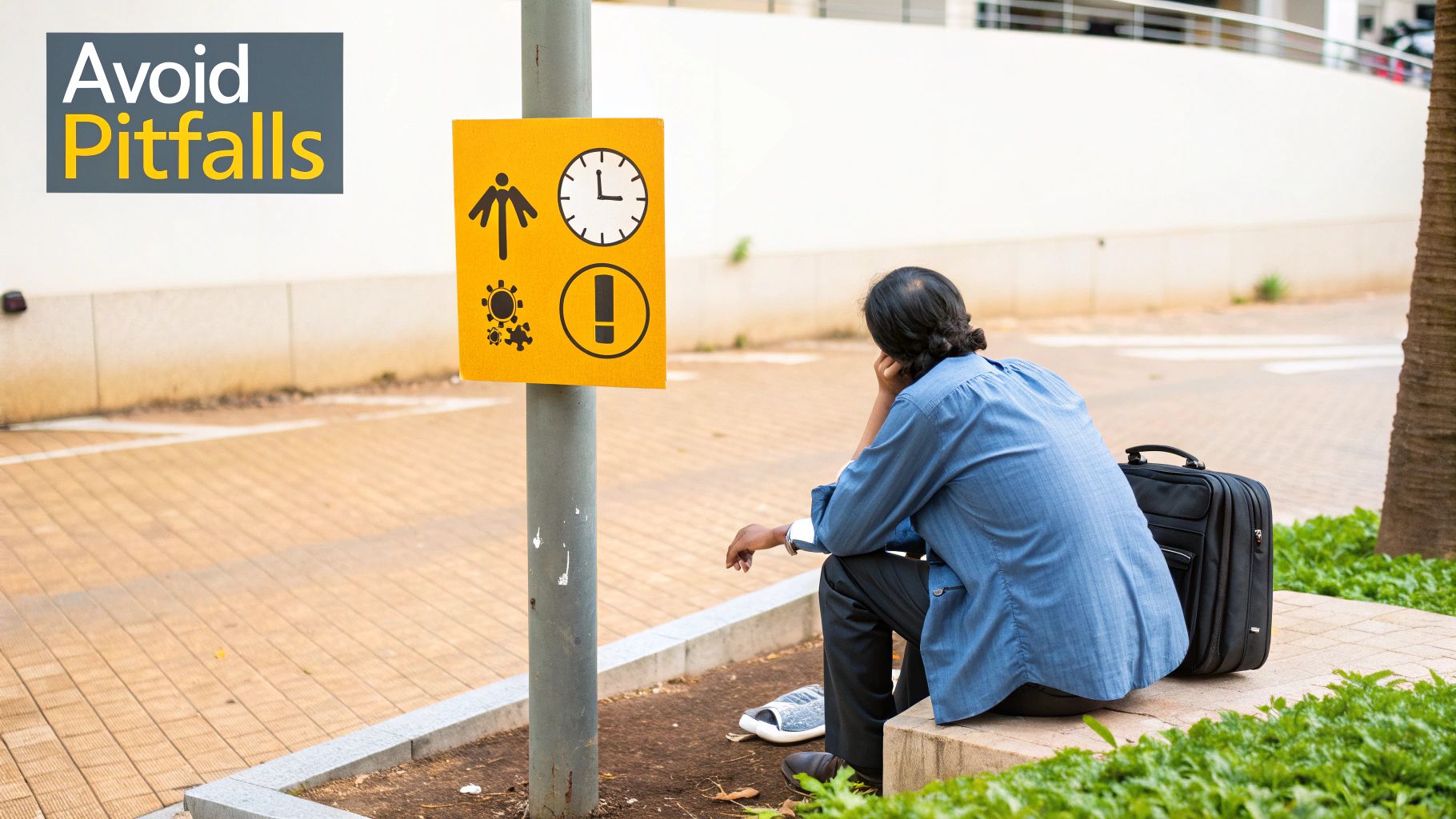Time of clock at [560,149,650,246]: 2:58
